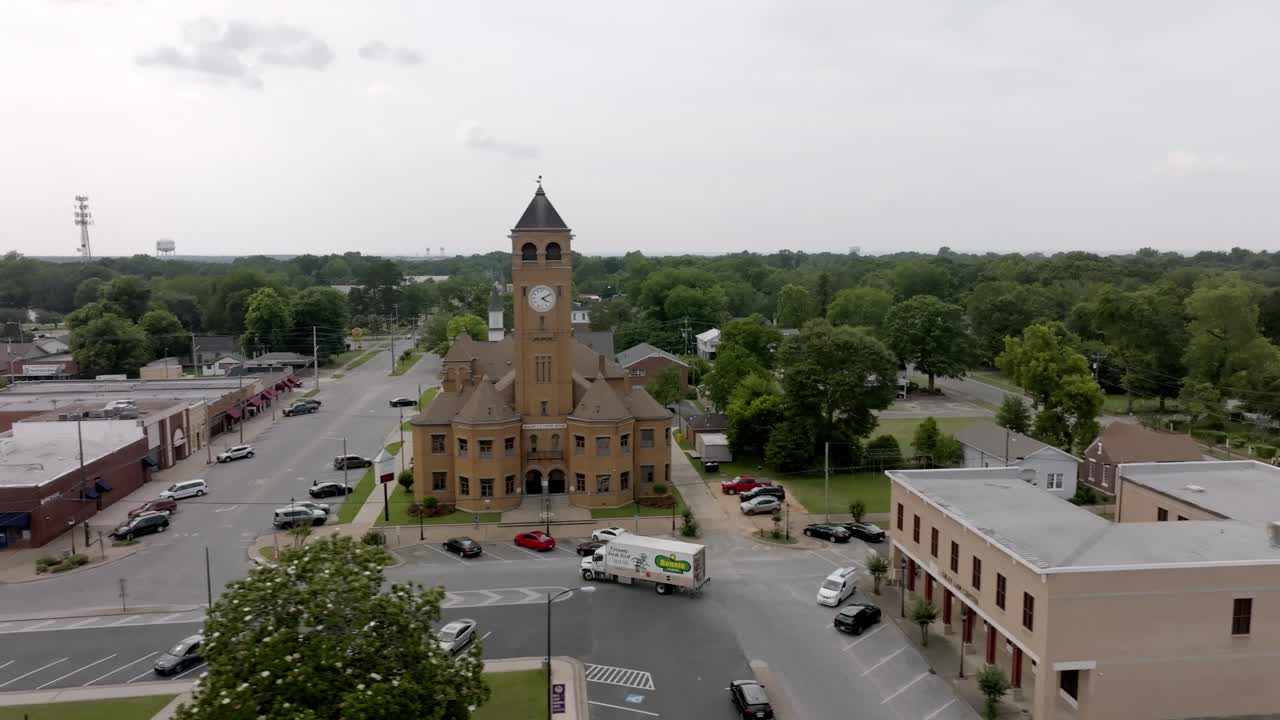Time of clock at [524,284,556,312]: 4:09
